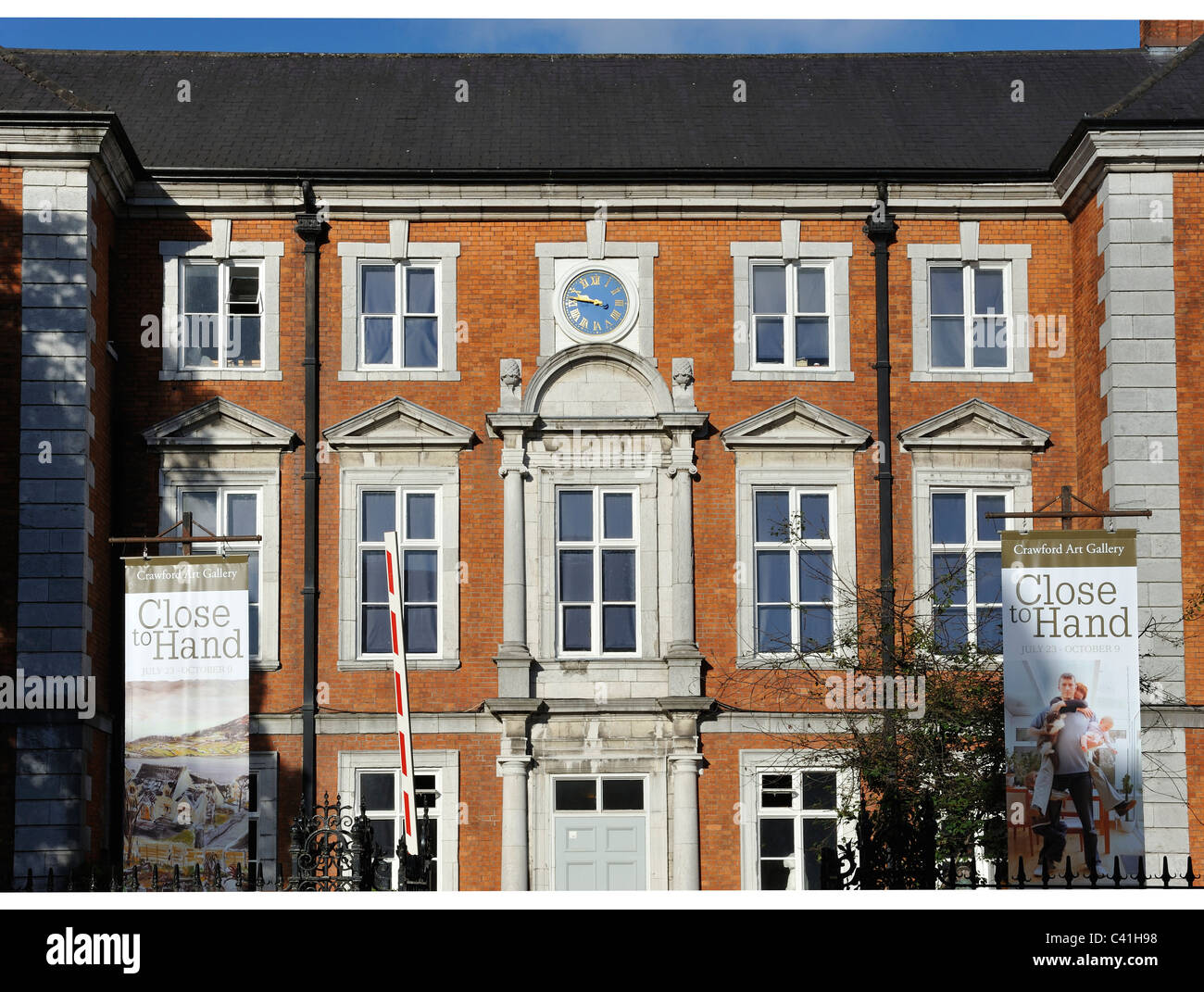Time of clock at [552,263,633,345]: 9:46
